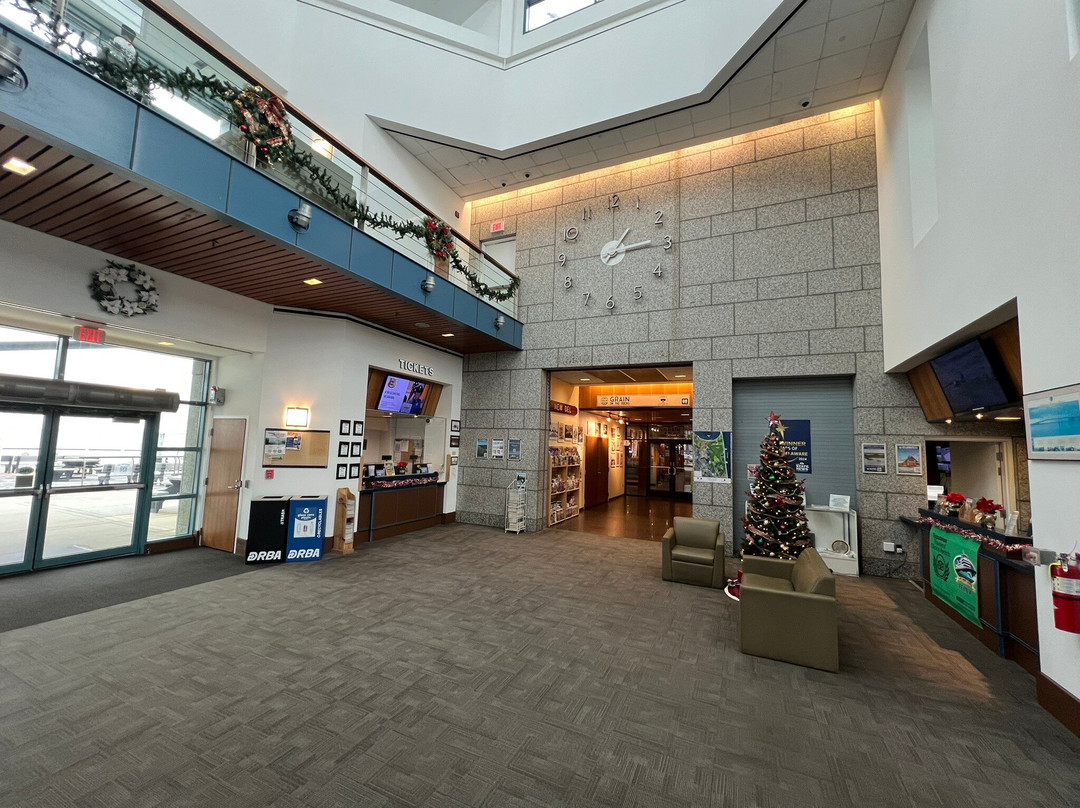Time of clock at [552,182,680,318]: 1:14
